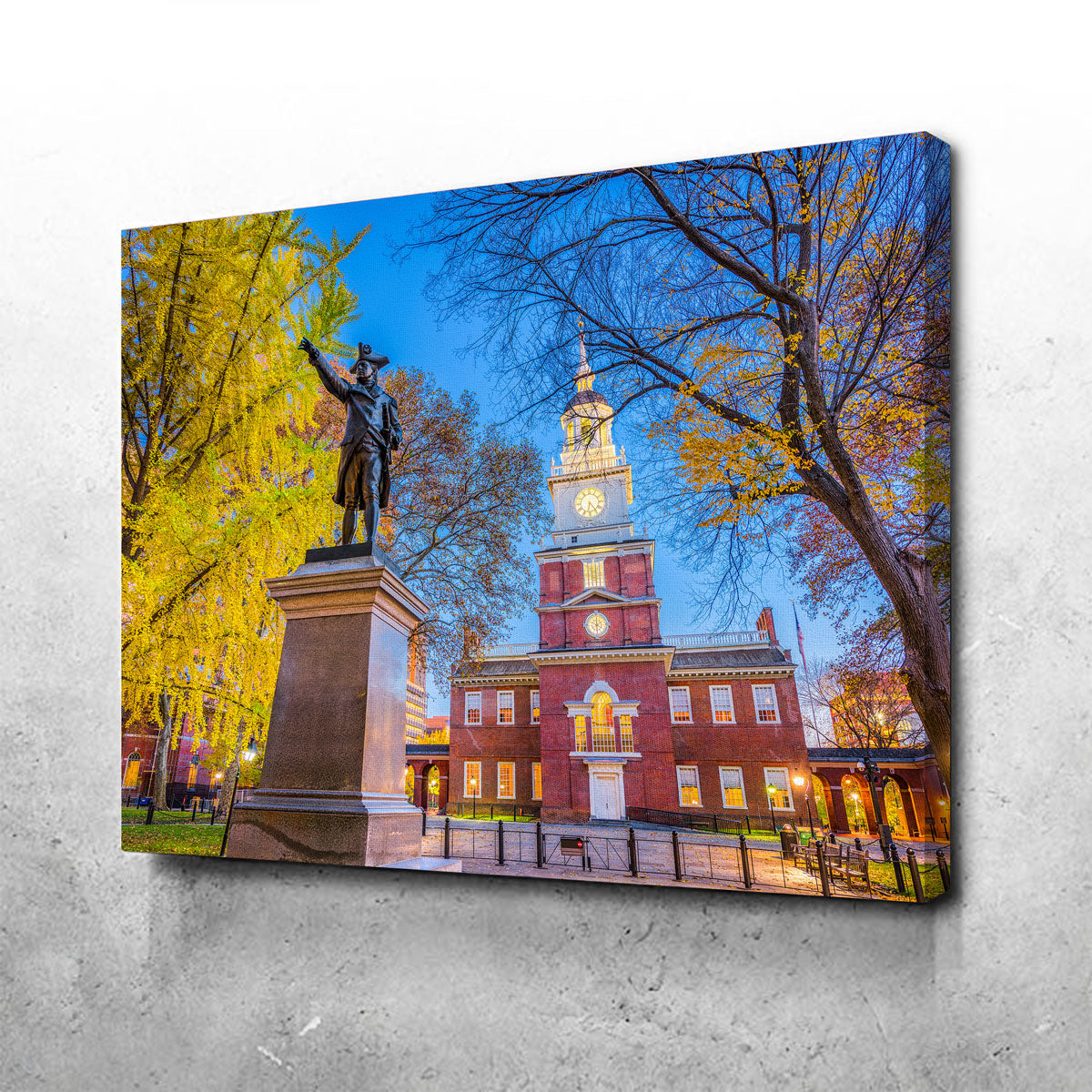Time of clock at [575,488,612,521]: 6:23
